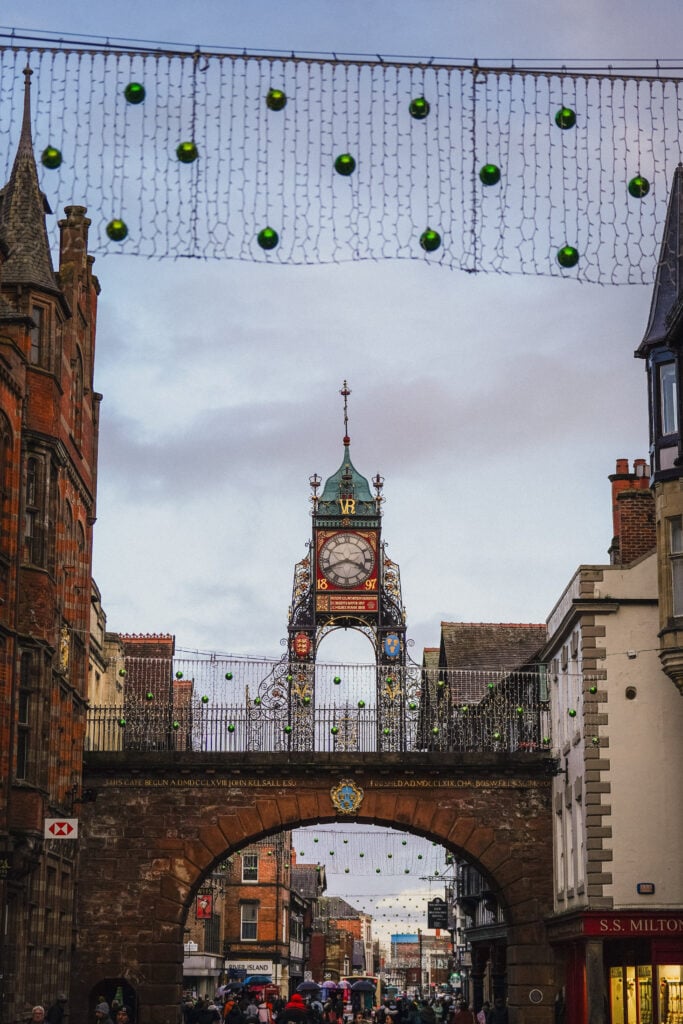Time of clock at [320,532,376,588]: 3:41
